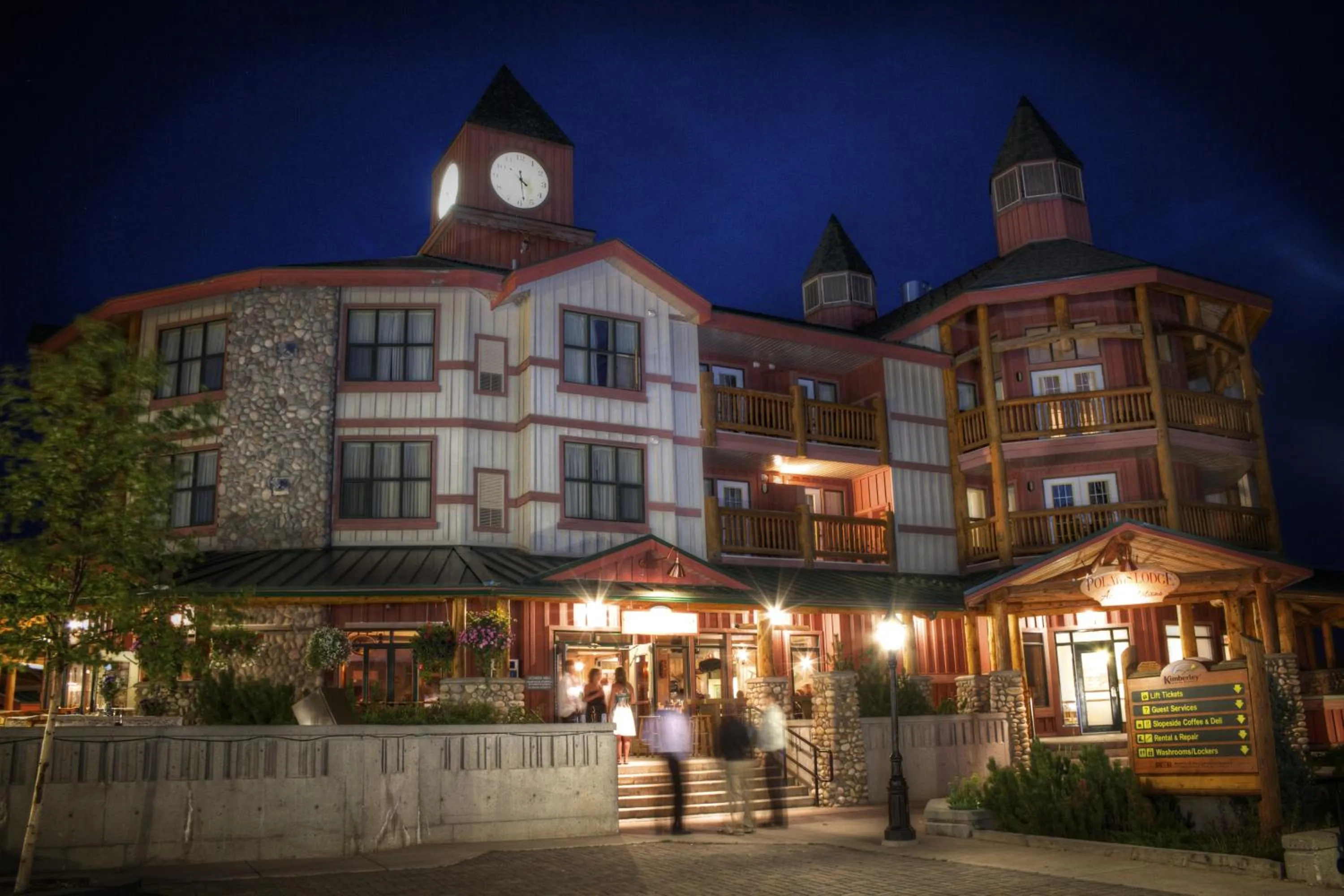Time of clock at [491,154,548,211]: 4:28
